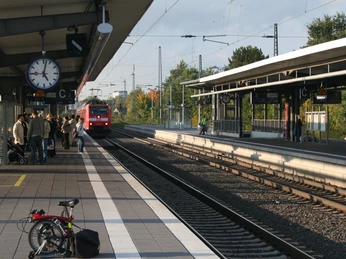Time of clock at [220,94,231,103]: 9:01
